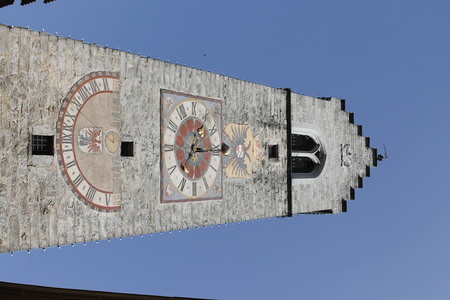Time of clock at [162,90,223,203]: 7:15
